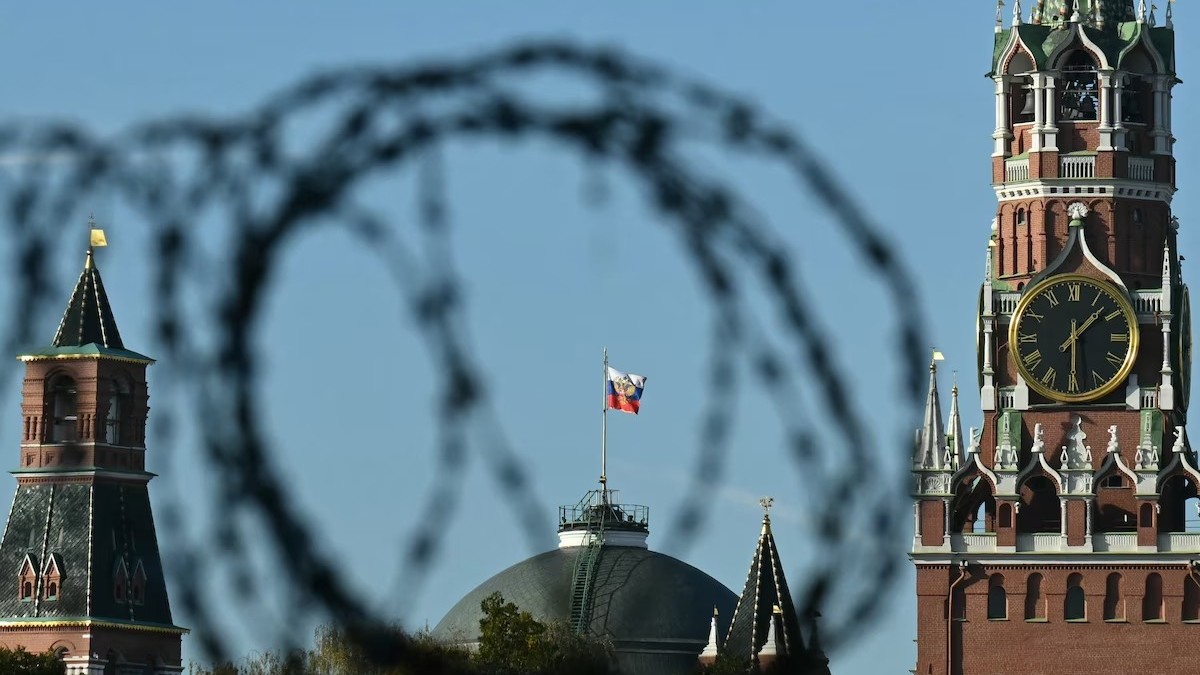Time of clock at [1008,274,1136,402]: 1:29
